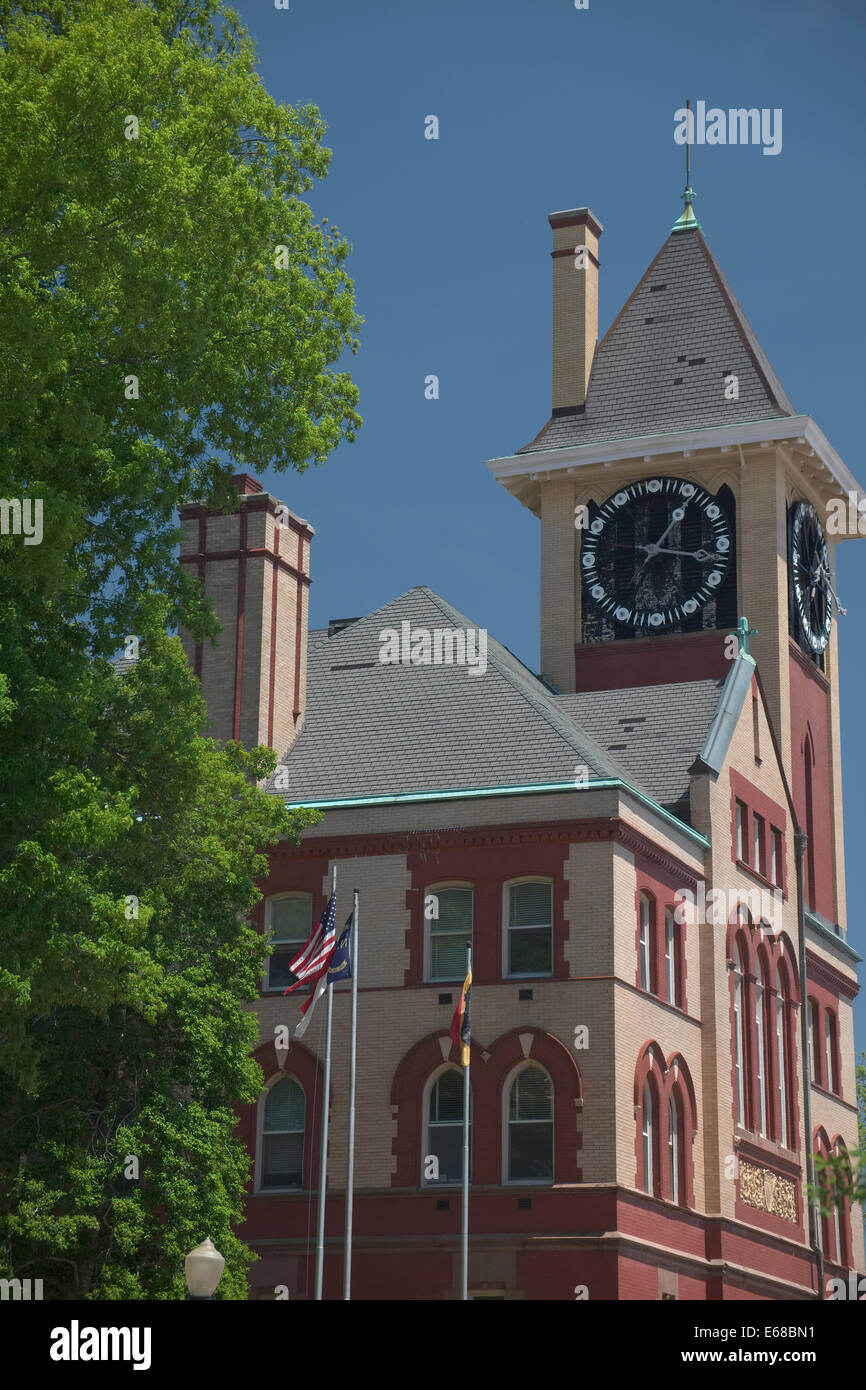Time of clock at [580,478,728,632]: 1:17
